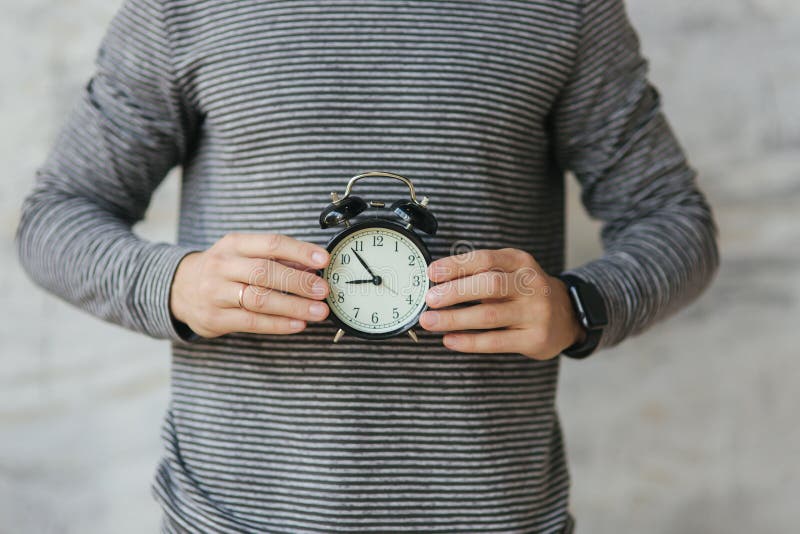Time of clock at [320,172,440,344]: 8:53
